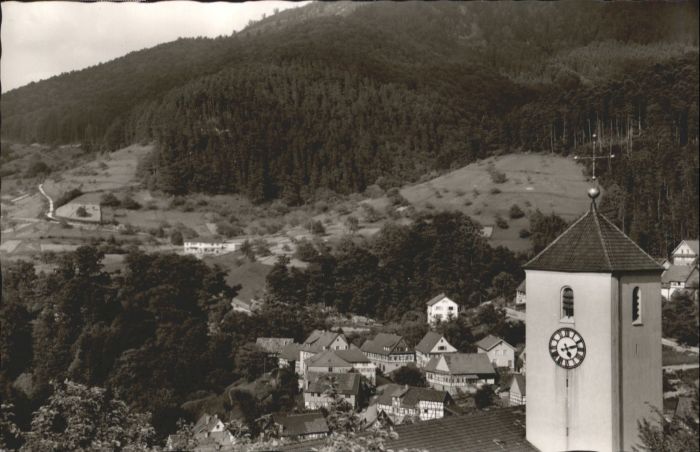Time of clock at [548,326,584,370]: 5:12
